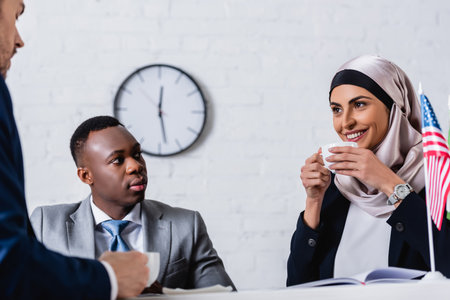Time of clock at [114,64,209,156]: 12:28
